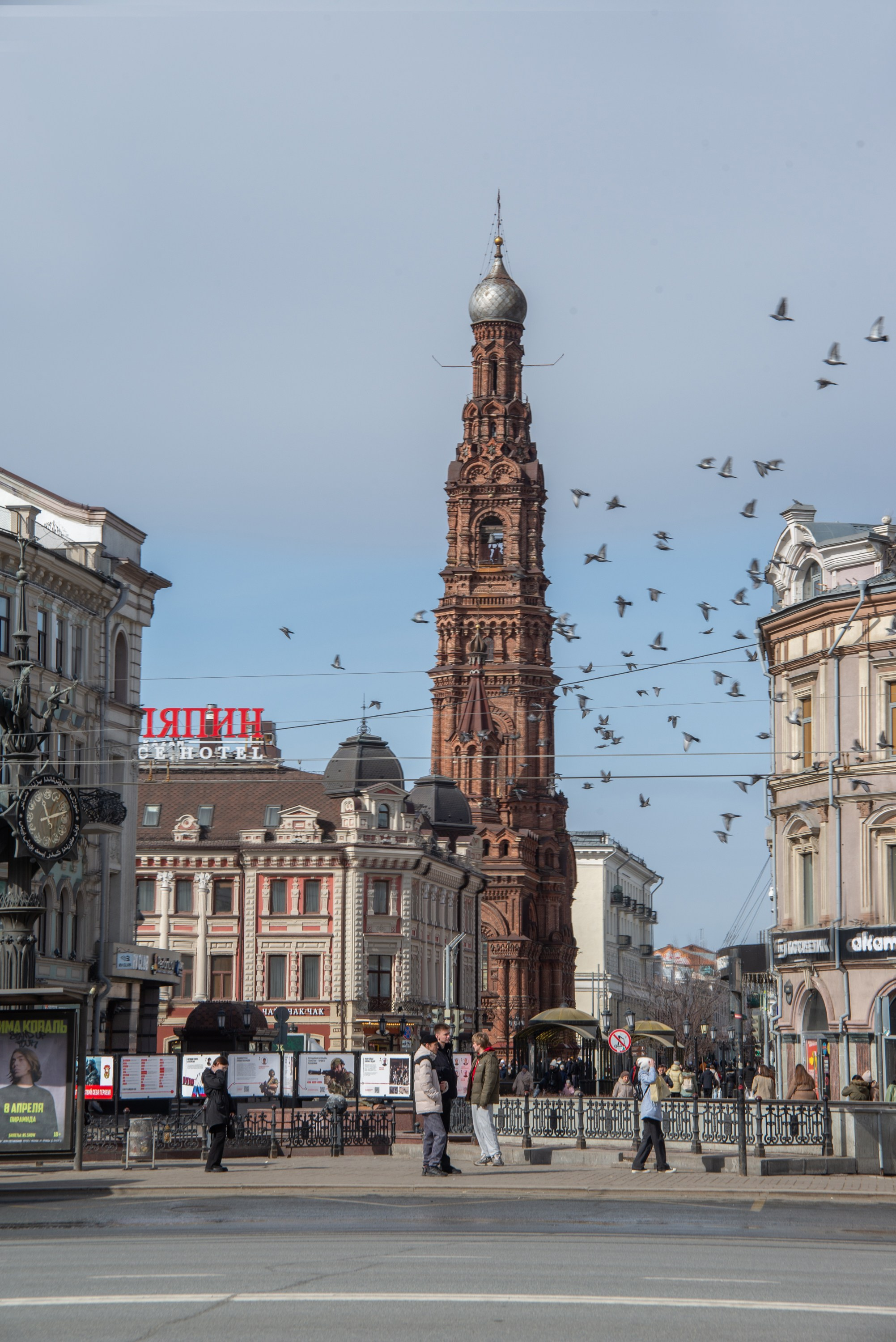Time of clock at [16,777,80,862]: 11:12
